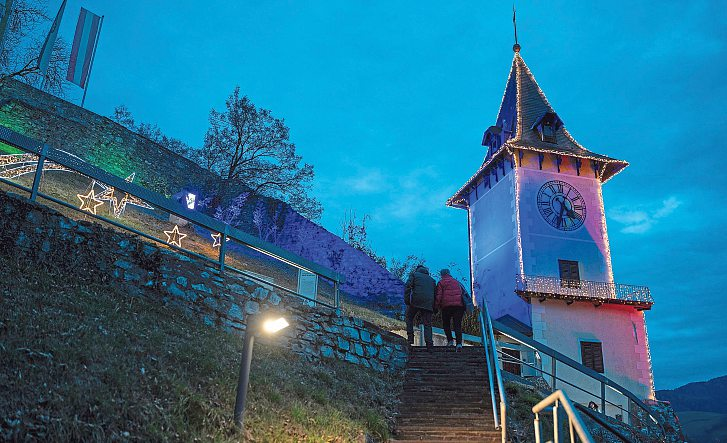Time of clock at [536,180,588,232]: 4:33
